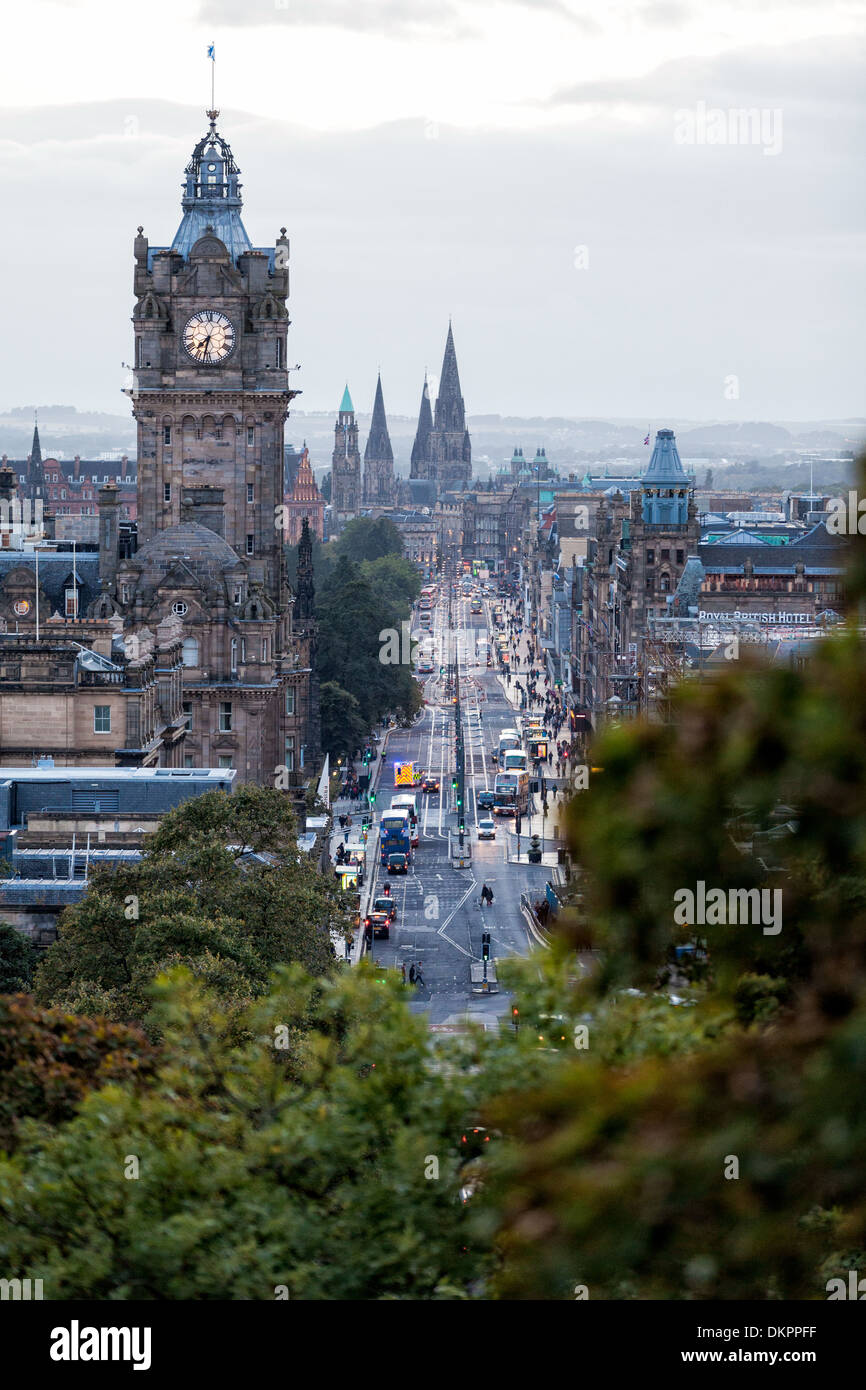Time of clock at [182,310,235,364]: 7:32
